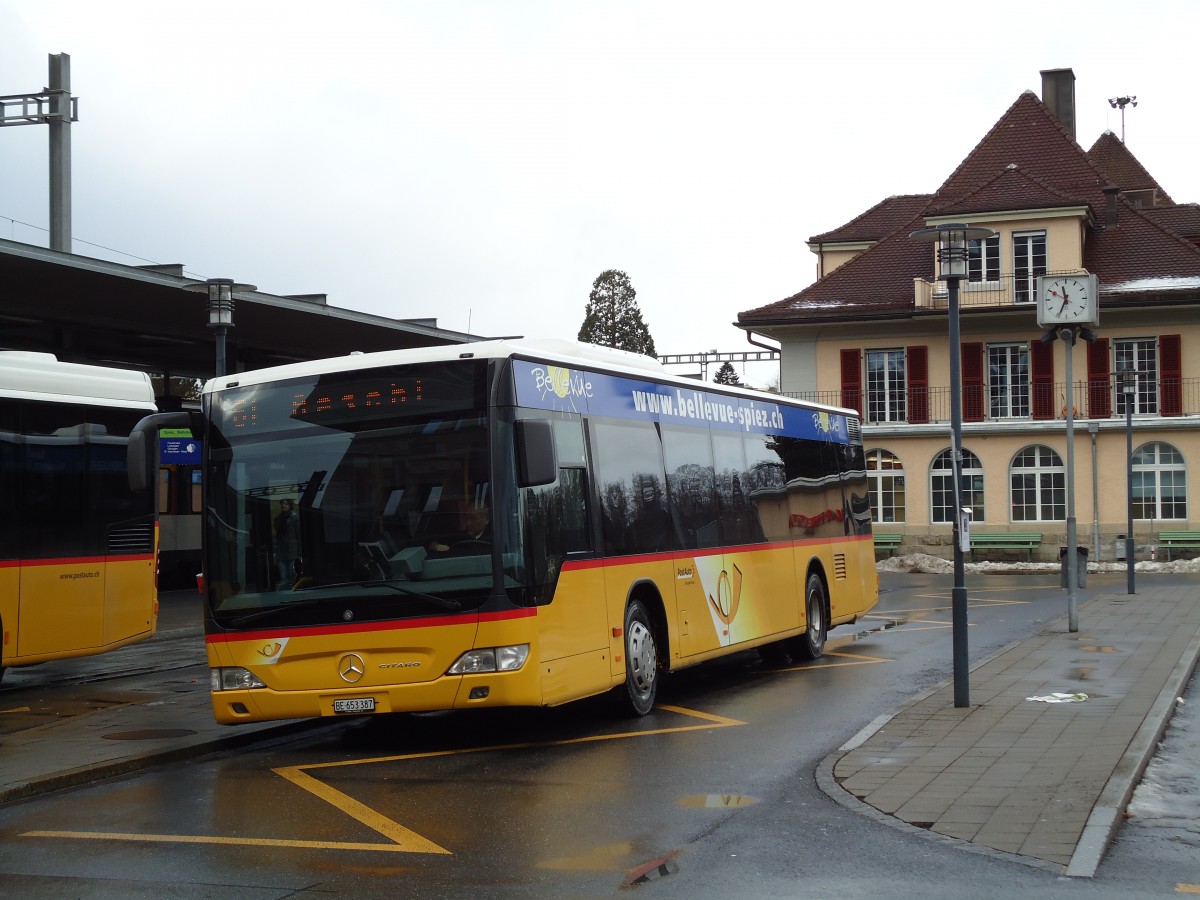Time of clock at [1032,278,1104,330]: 11:33
